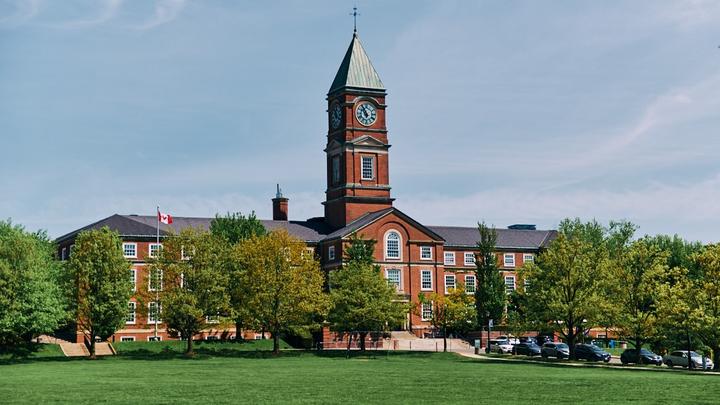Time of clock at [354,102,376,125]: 5:54
